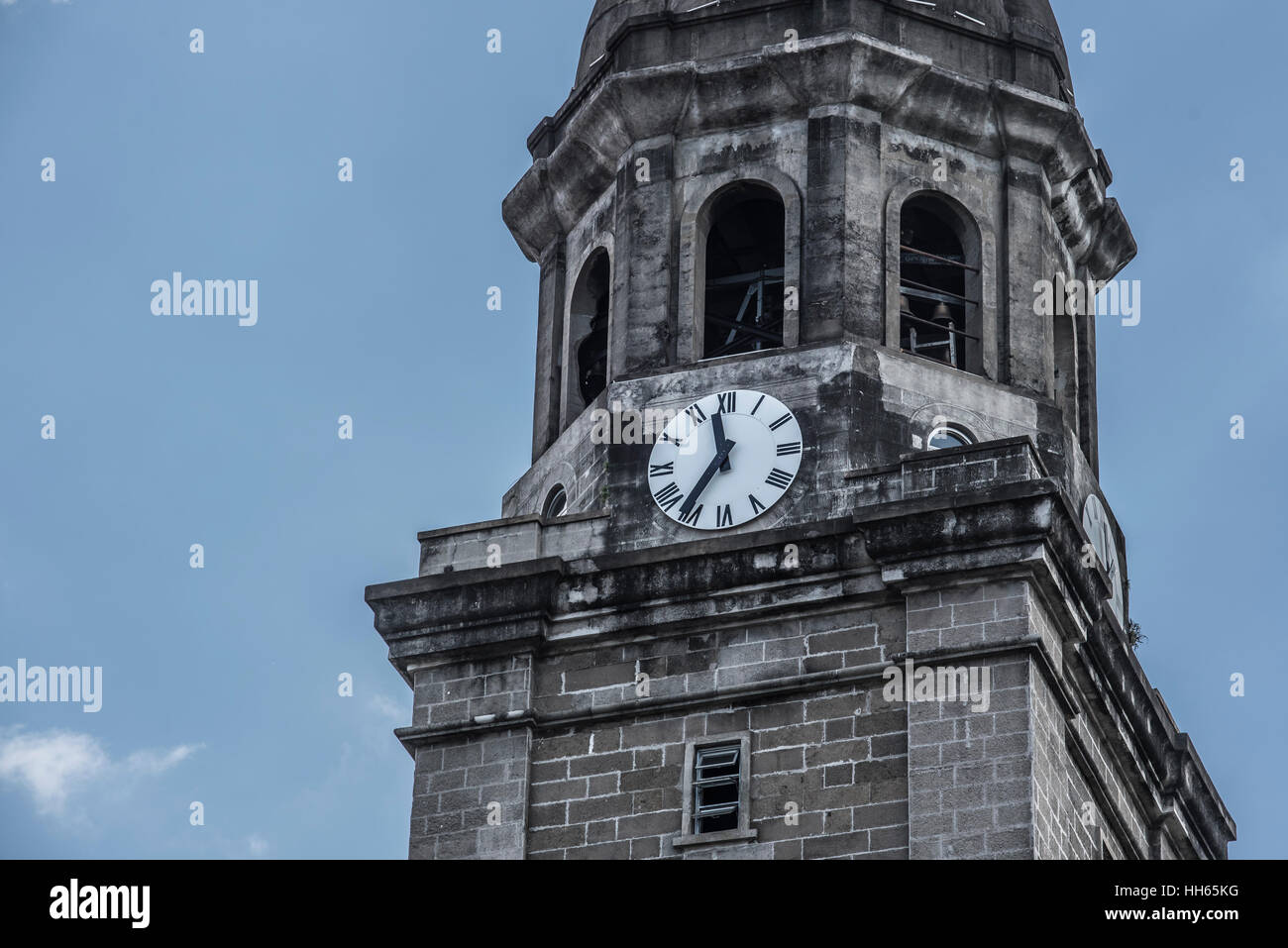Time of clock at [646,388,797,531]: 11:35
